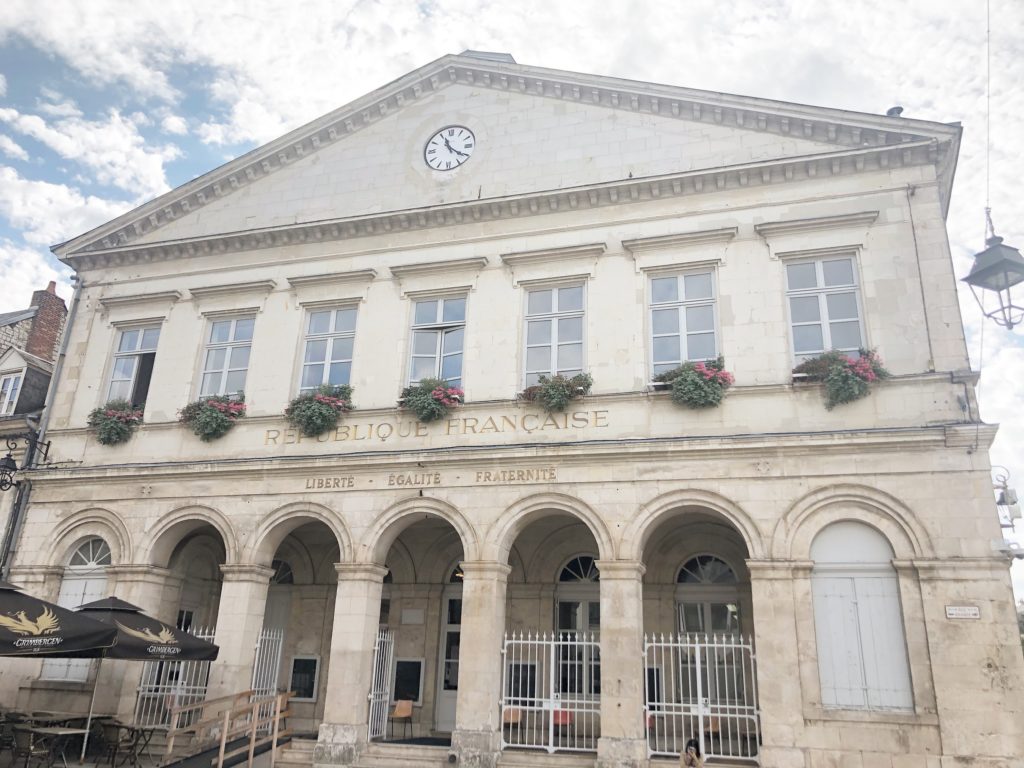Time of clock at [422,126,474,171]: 11:21
